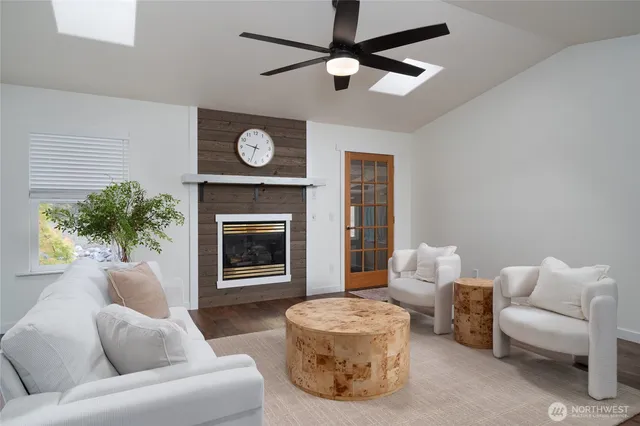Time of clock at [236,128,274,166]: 9:33
